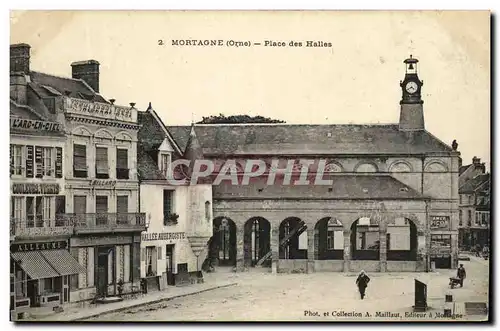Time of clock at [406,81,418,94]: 4:40
